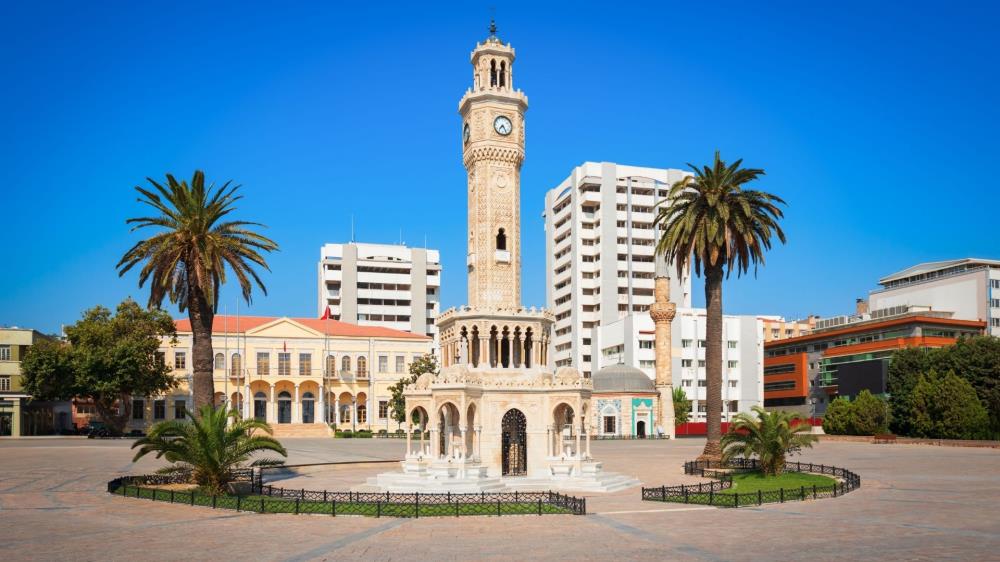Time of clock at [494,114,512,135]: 7:24
